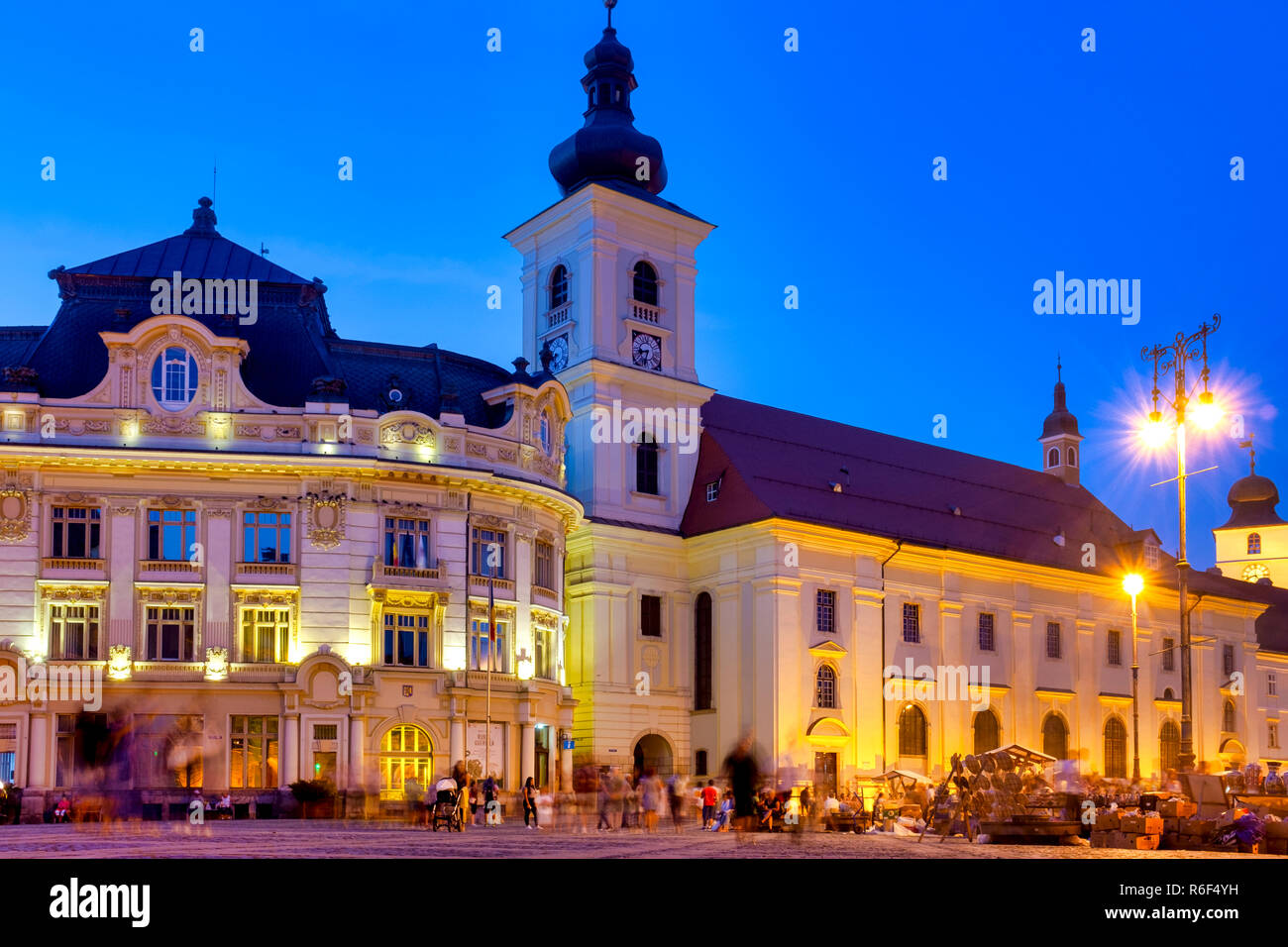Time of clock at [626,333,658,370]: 8:33
